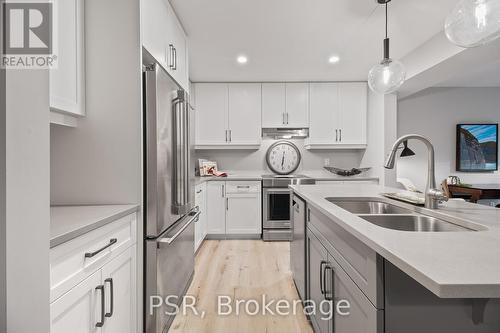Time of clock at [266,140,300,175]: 6:31
